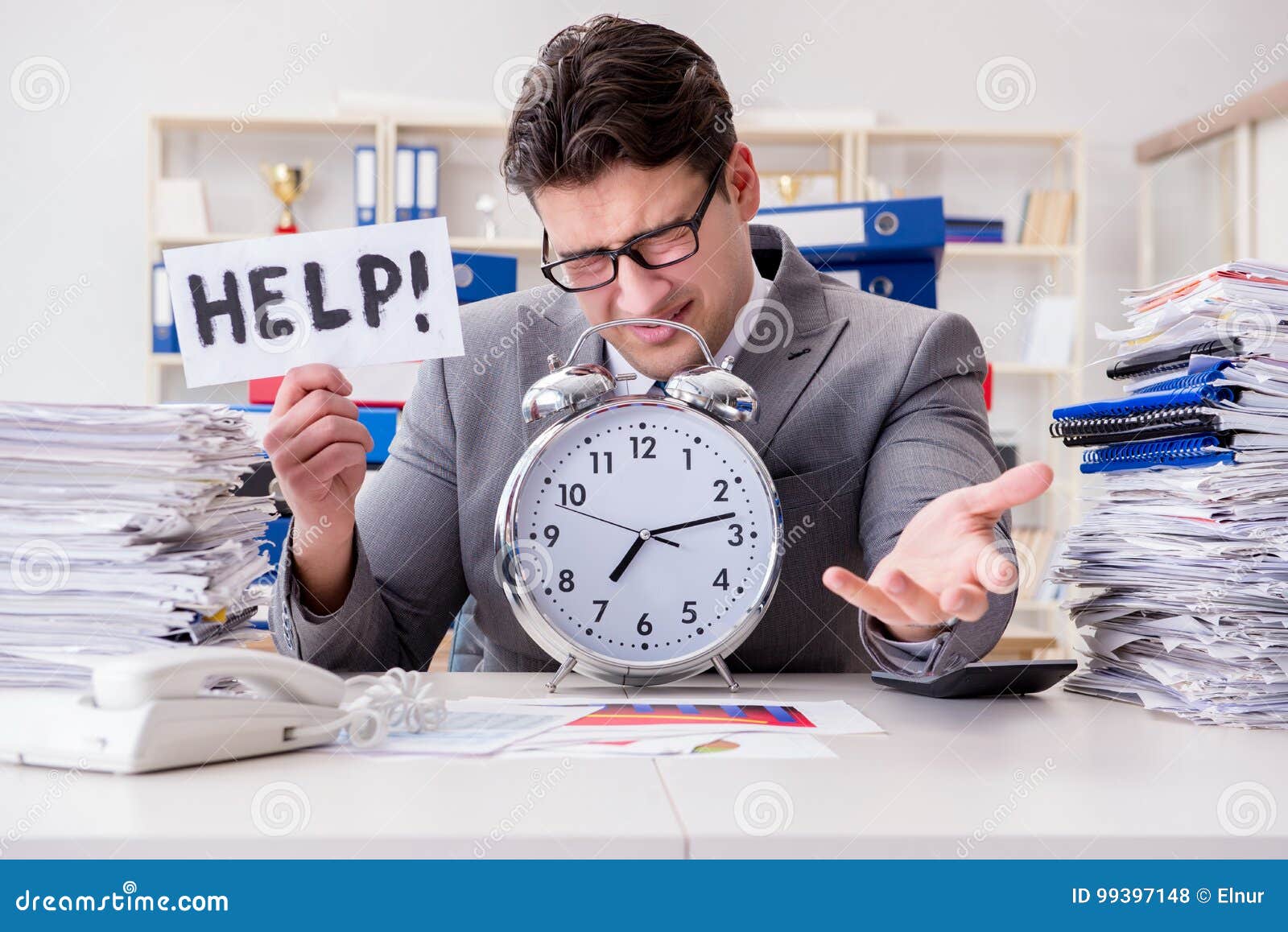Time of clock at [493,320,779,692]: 7:13
